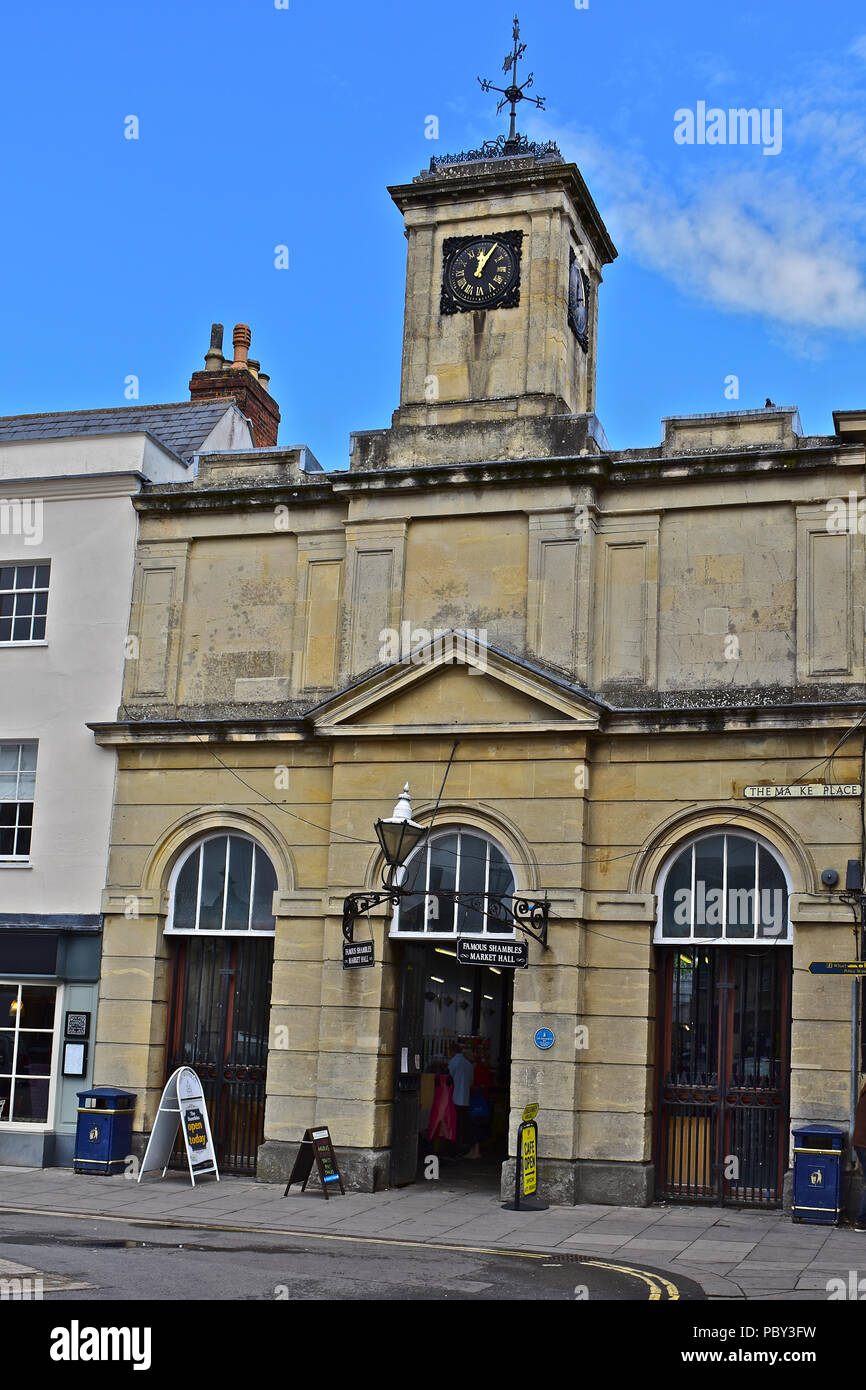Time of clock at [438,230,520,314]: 12:05
